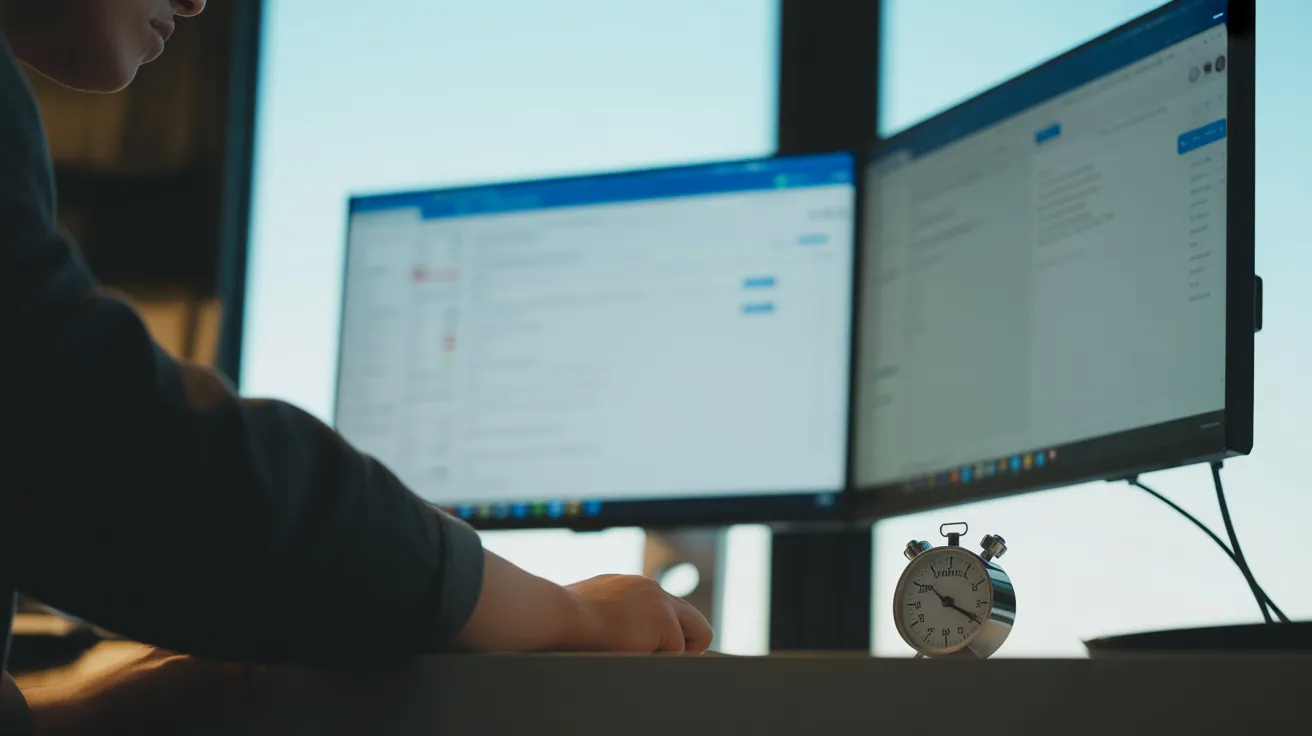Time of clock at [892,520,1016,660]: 10:19
